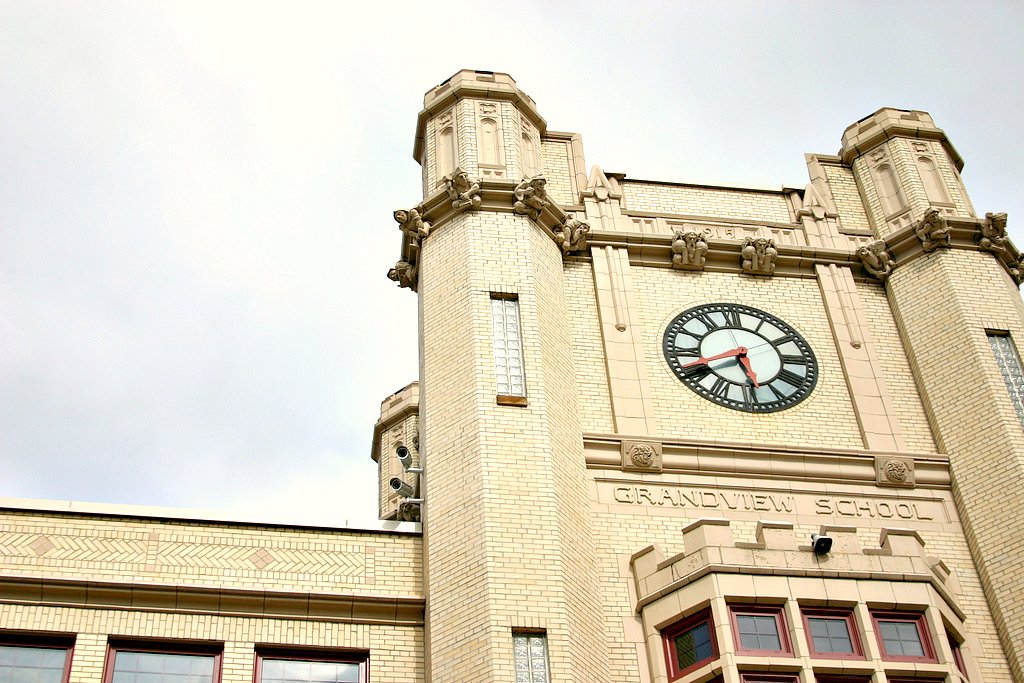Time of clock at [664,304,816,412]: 5:40
